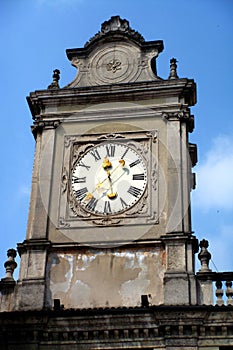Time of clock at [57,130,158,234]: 11:37
